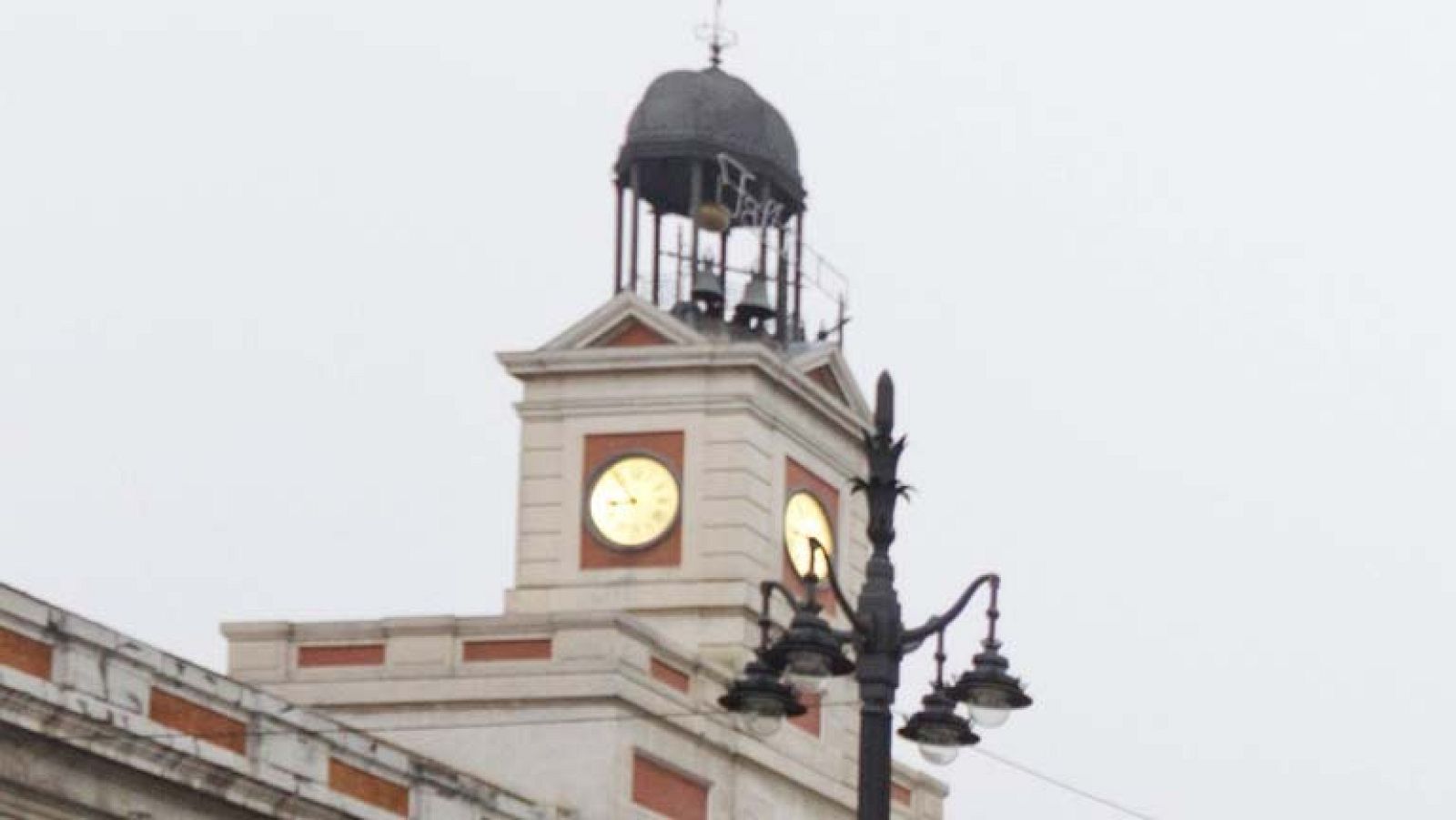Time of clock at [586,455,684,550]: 8:53
